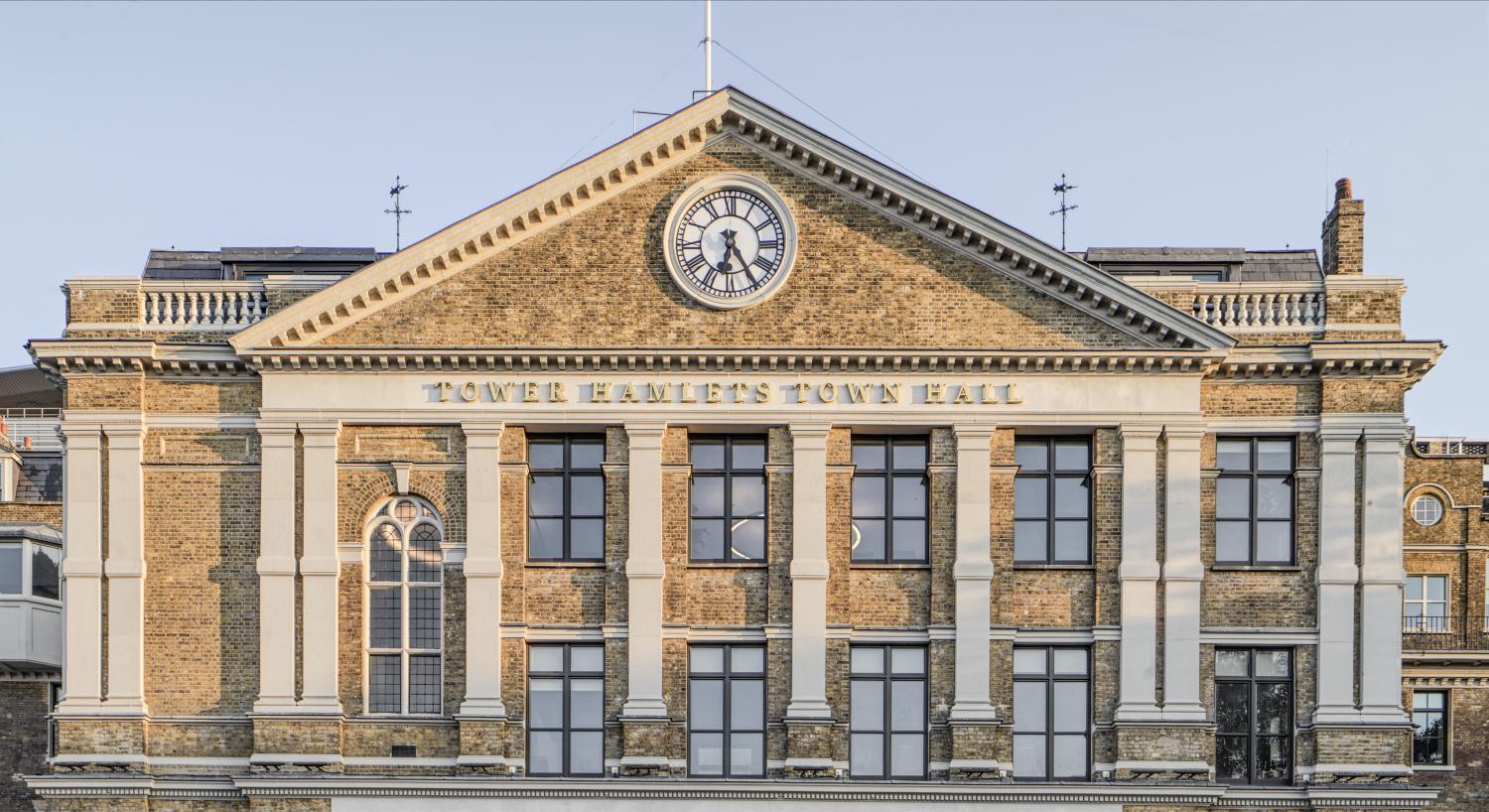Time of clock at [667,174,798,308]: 6:24
